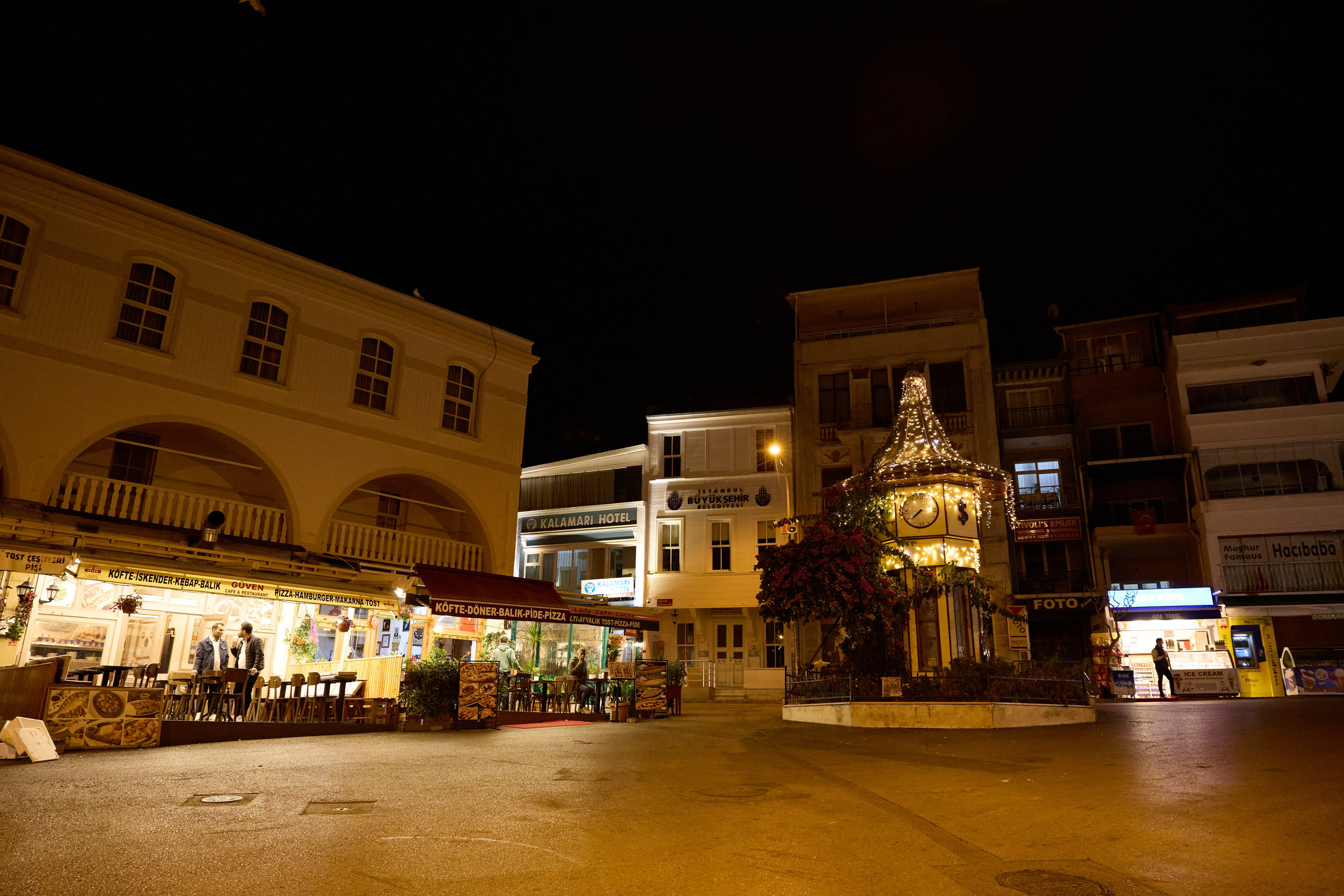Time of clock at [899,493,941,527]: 7:38
